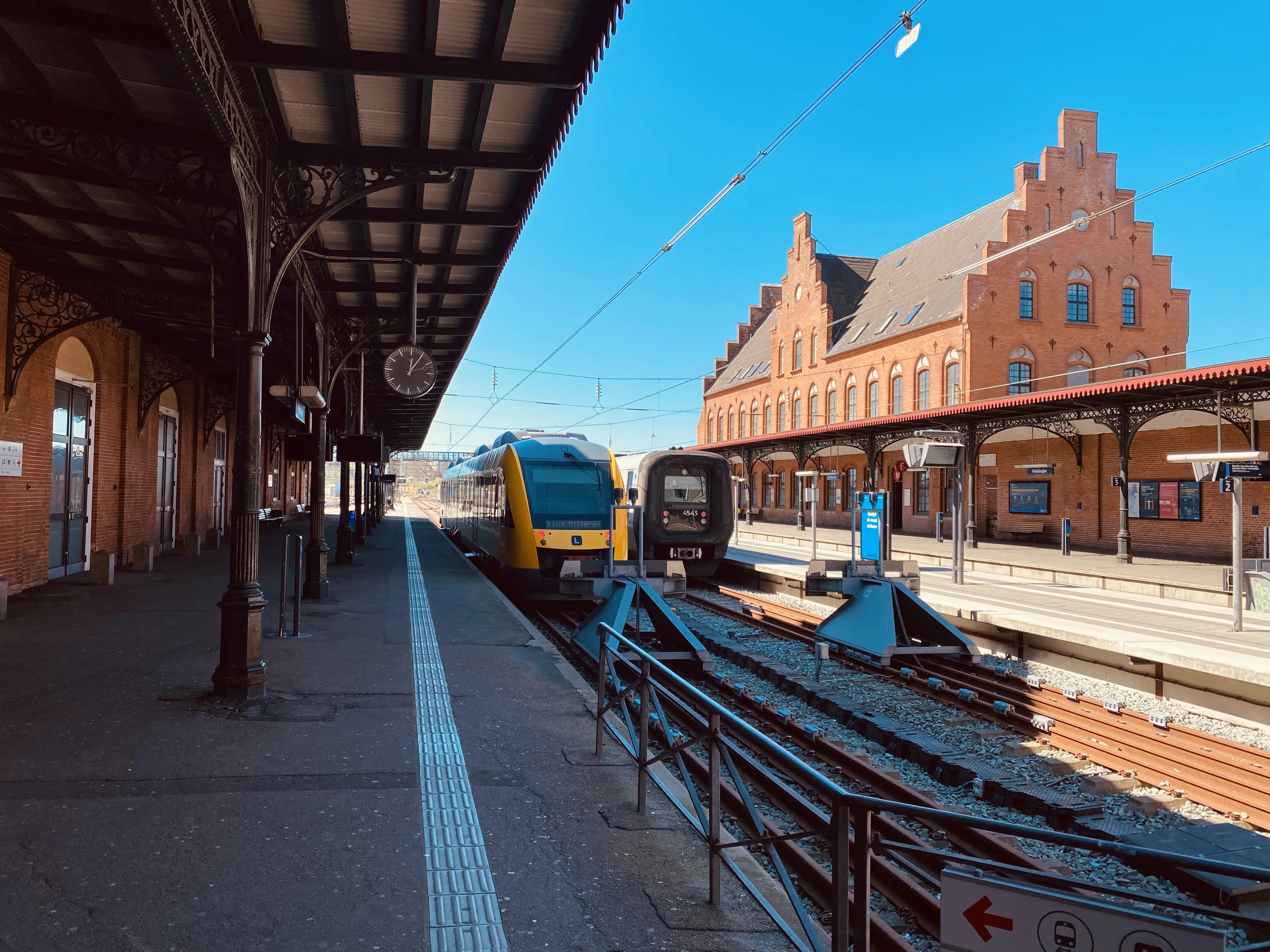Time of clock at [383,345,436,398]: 12:05
